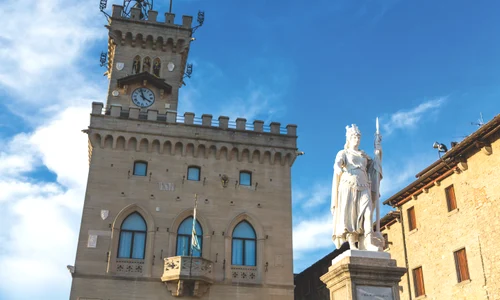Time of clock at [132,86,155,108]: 3:57
